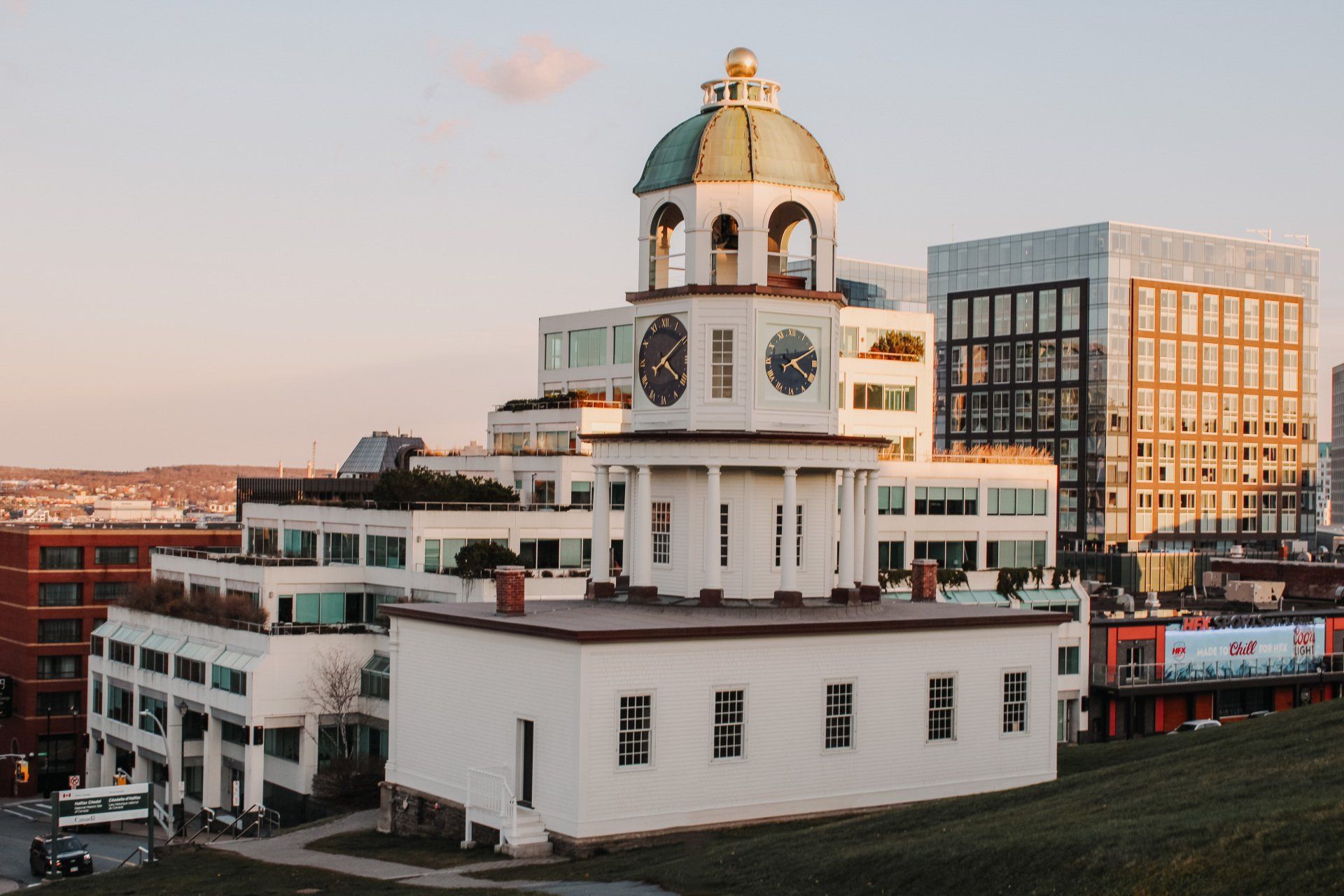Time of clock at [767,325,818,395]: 4:10
